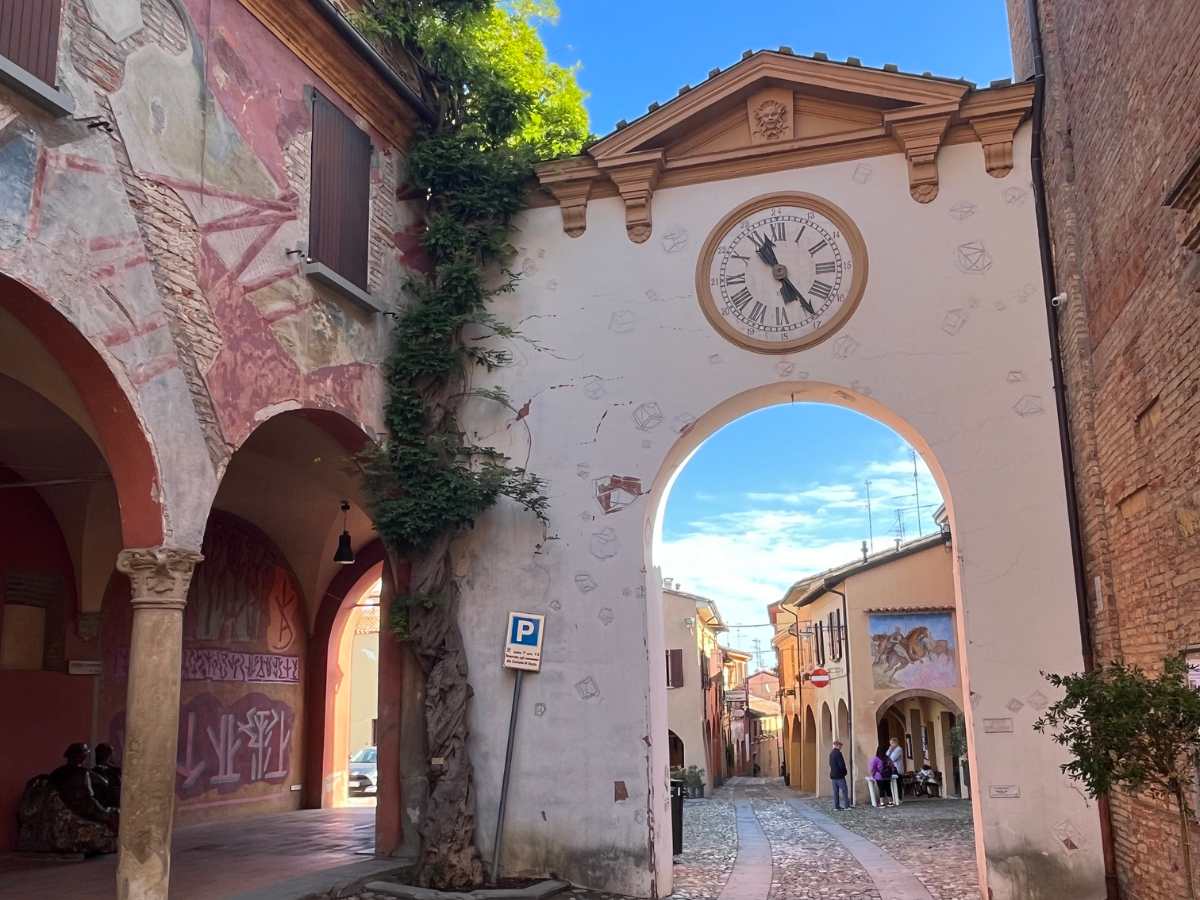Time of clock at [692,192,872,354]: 11:24
